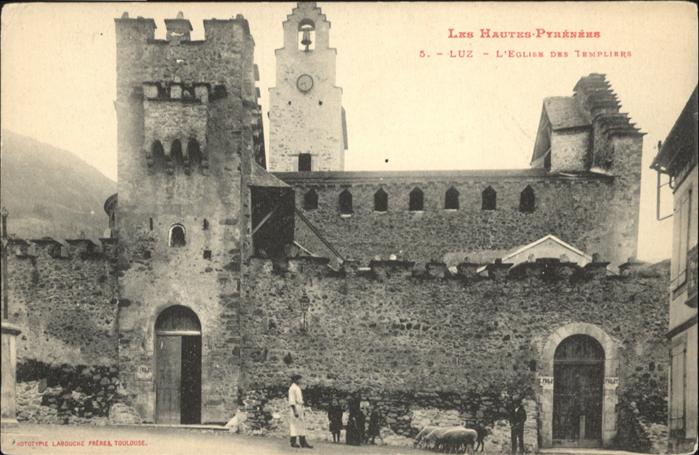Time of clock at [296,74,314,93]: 8:27
